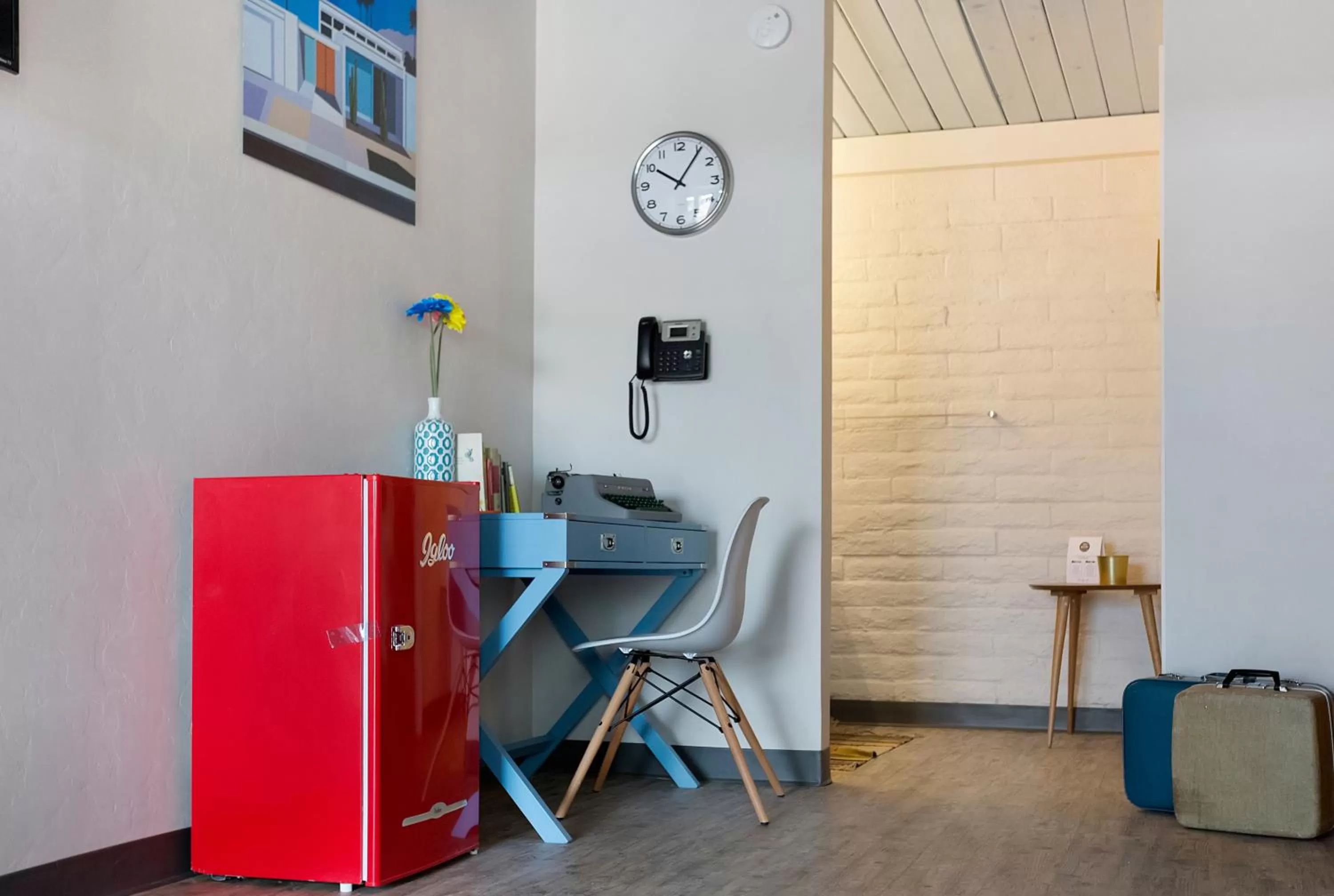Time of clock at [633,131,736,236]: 10:05
